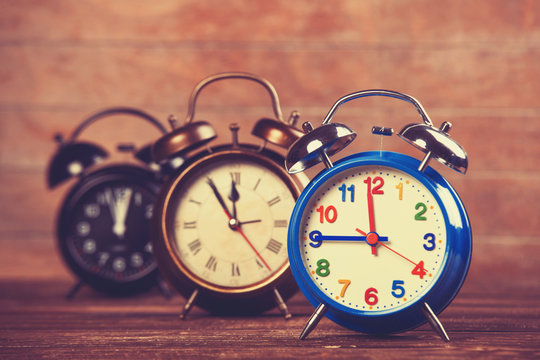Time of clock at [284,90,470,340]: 11:45
